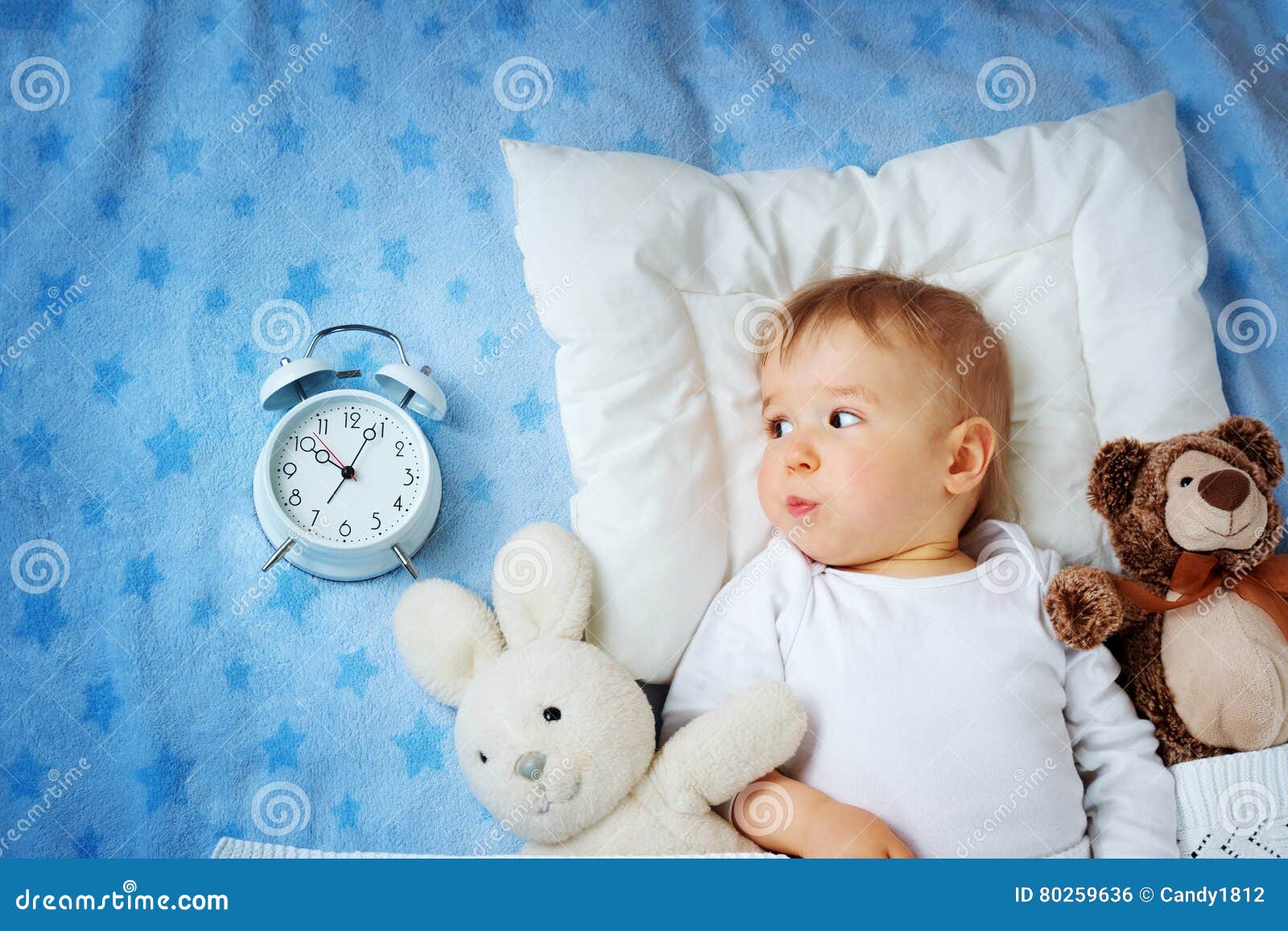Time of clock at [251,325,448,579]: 10:04
